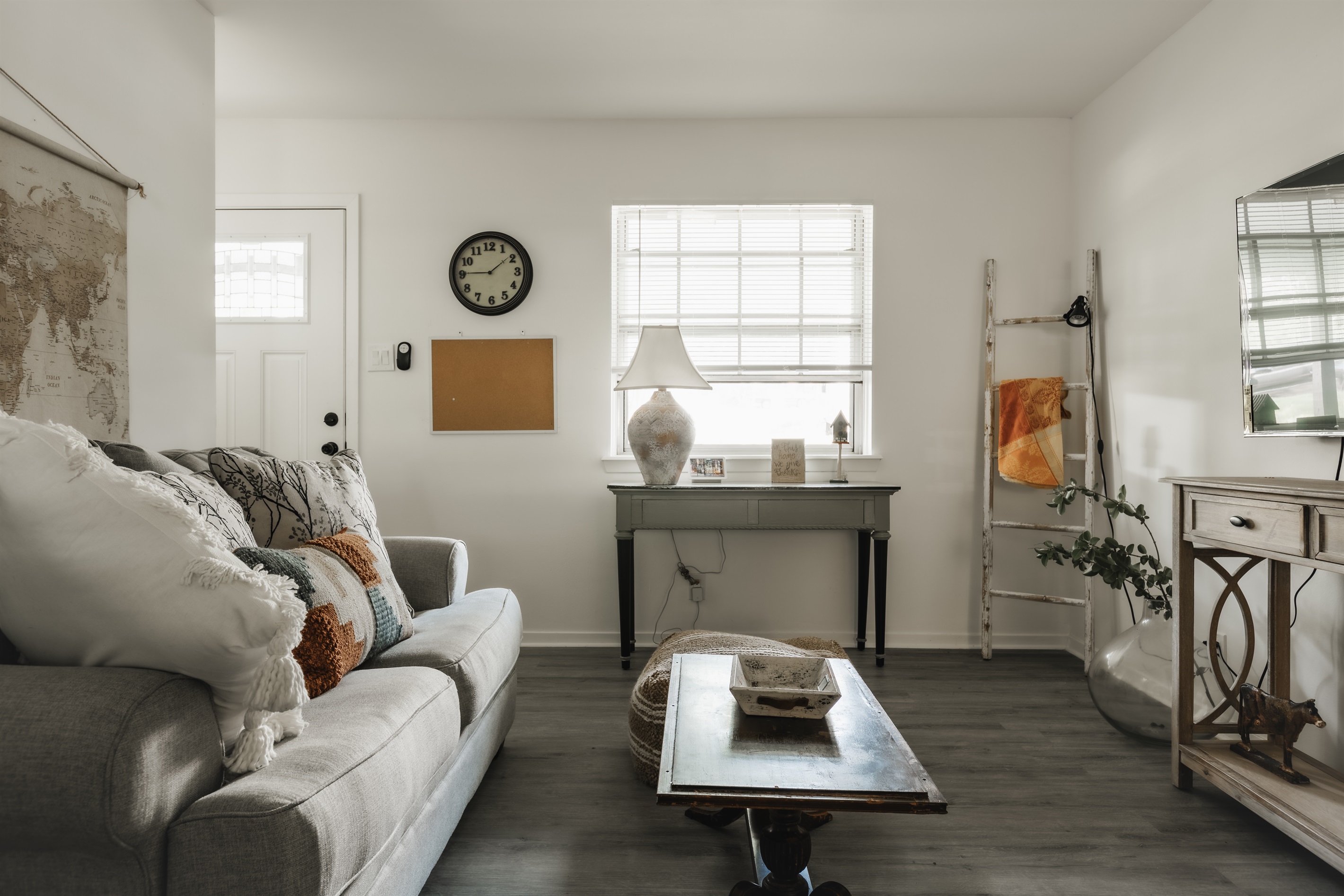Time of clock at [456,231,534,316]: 1:45
